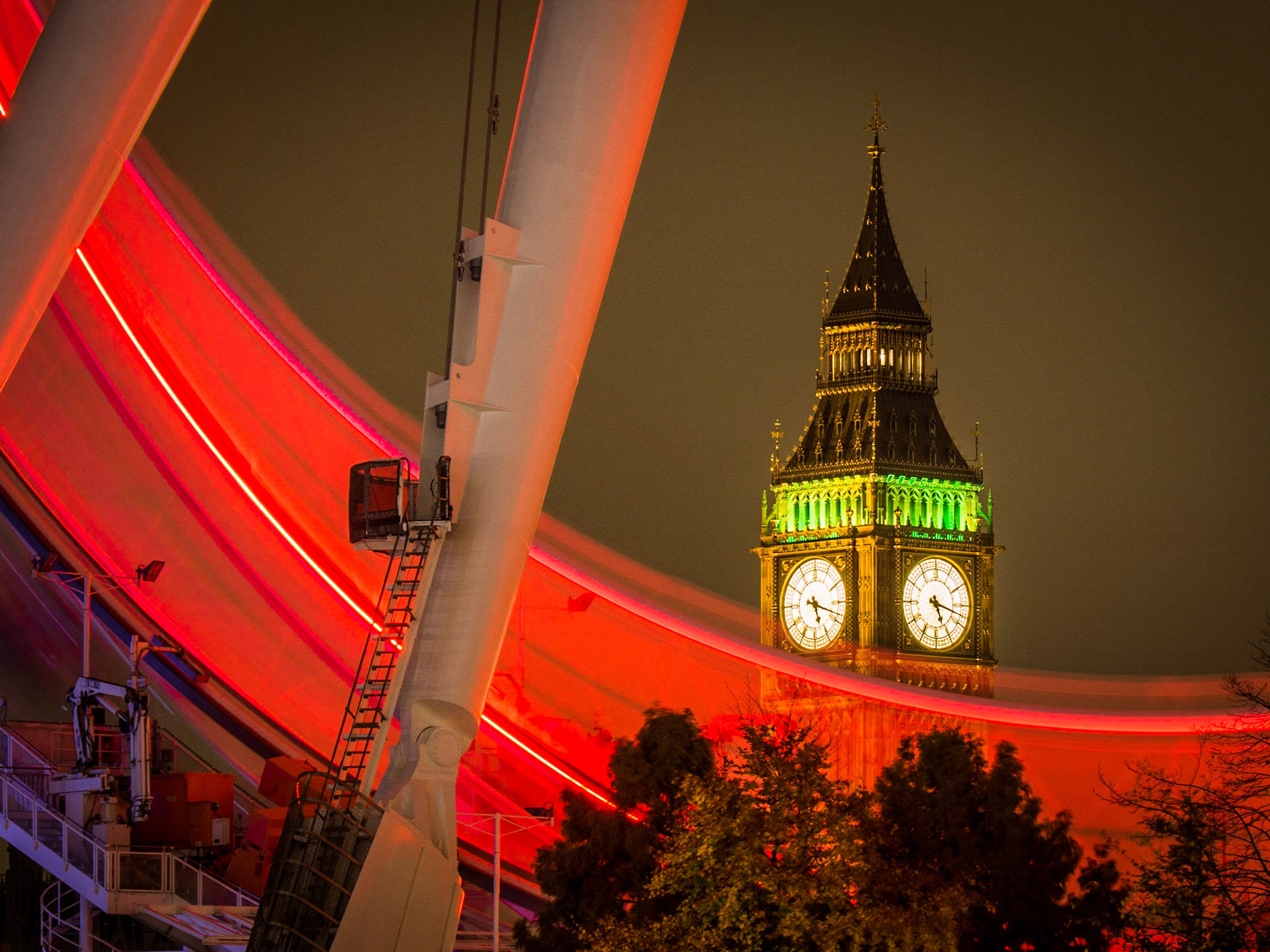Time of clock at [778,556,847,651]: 5:18
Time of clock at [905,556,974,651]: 5:17
